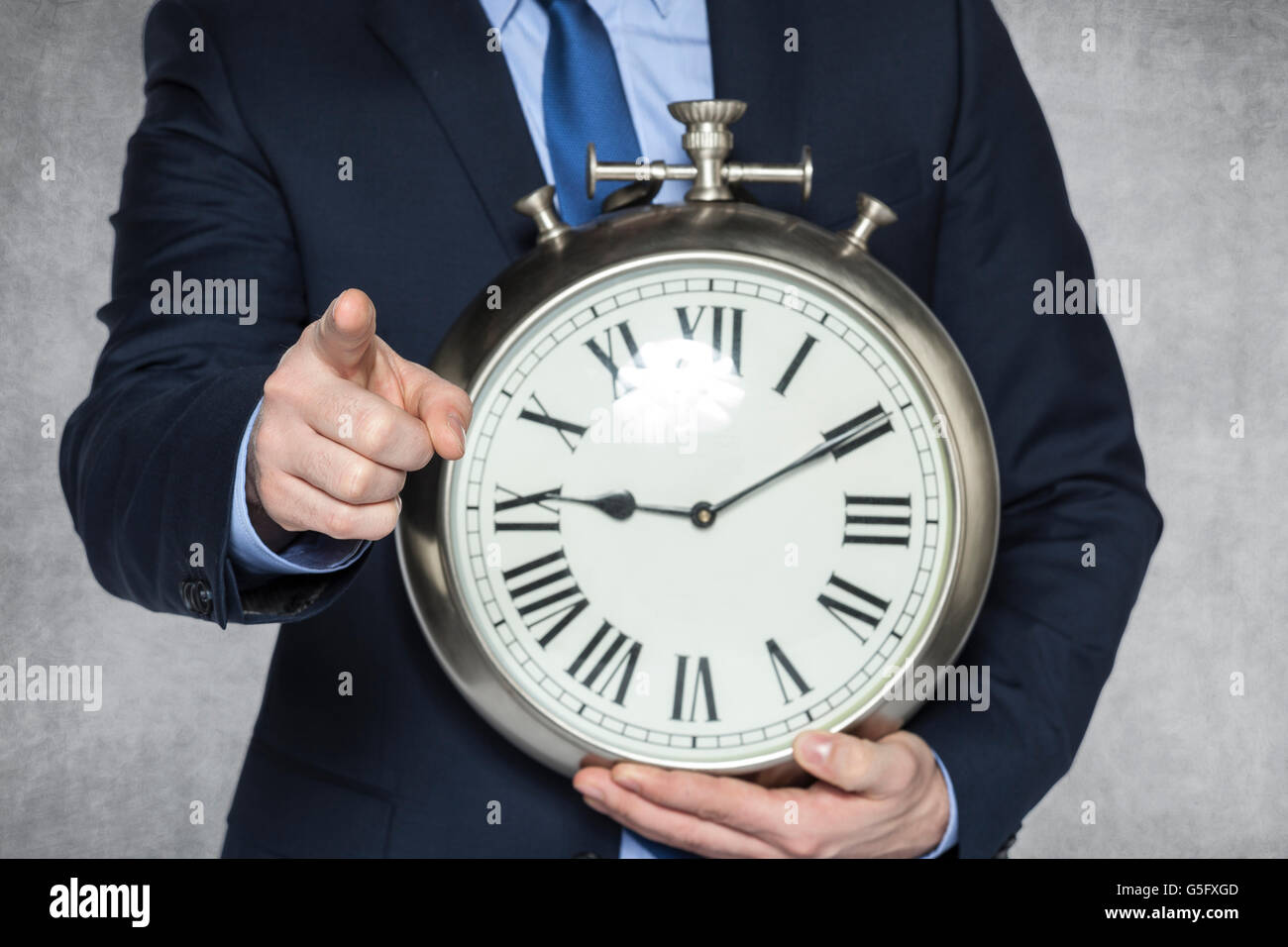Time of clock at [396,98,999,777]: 9:10
